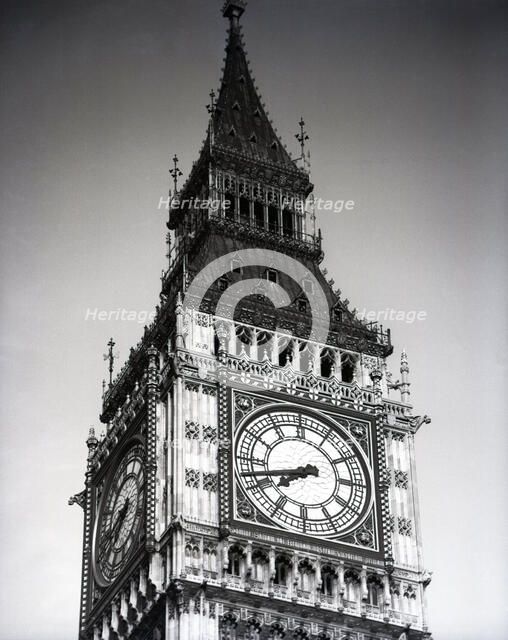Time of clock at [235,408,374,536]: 7:42
